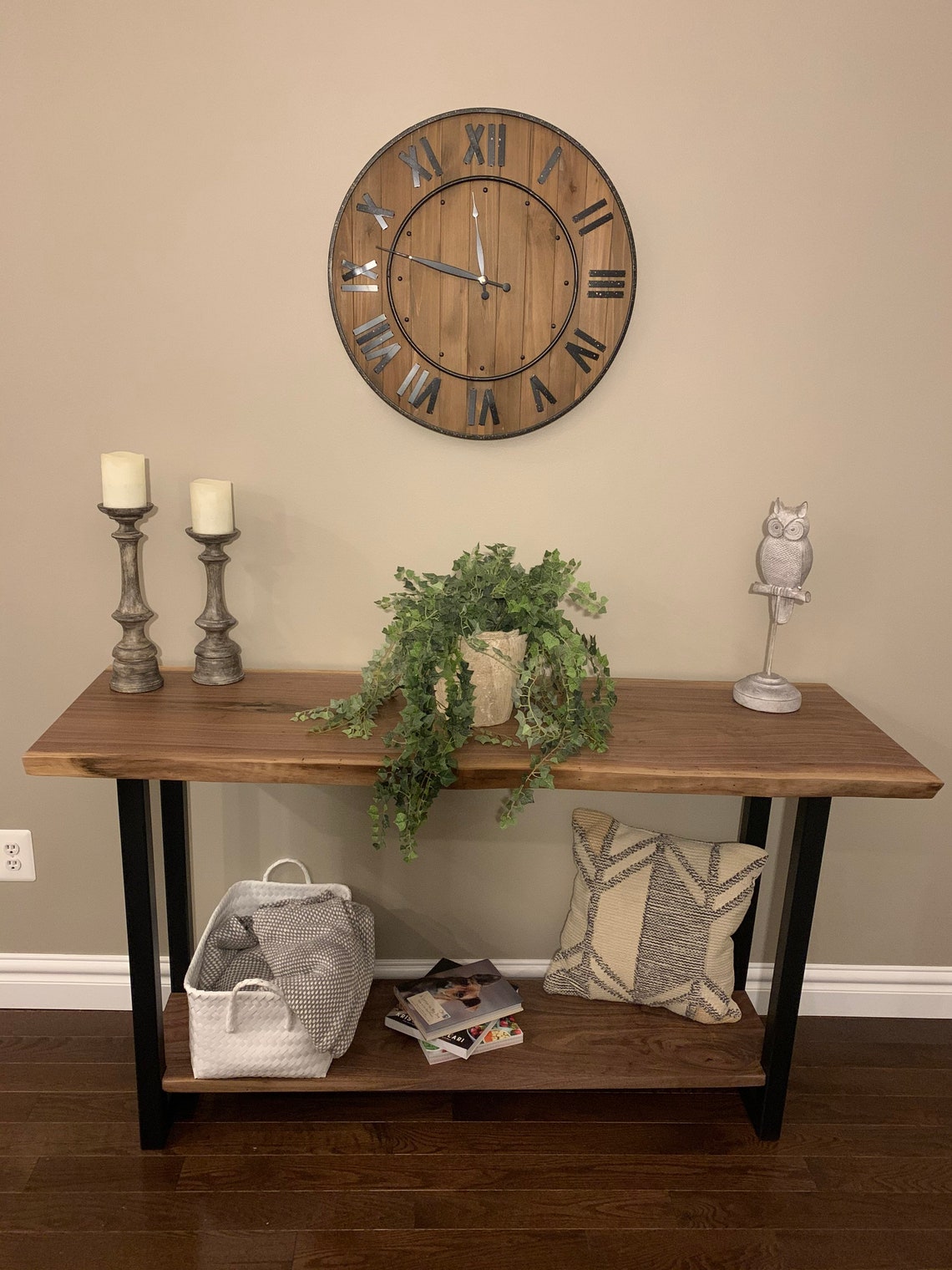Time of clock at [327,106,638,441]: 11:47
